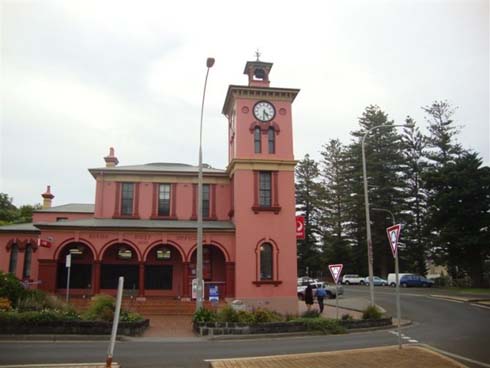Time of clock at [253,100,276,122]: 4:31
